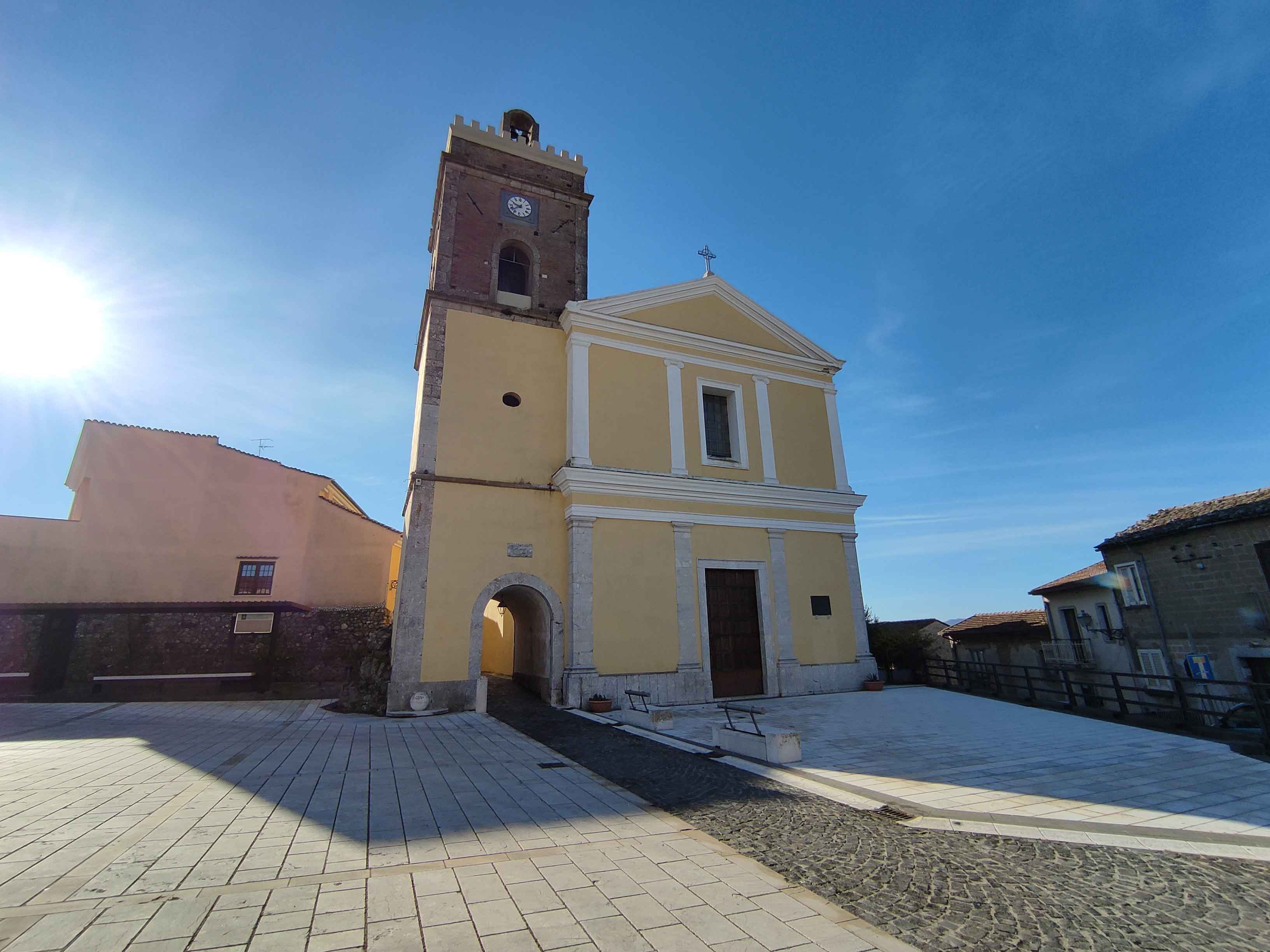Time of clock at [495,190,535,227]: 9:38
